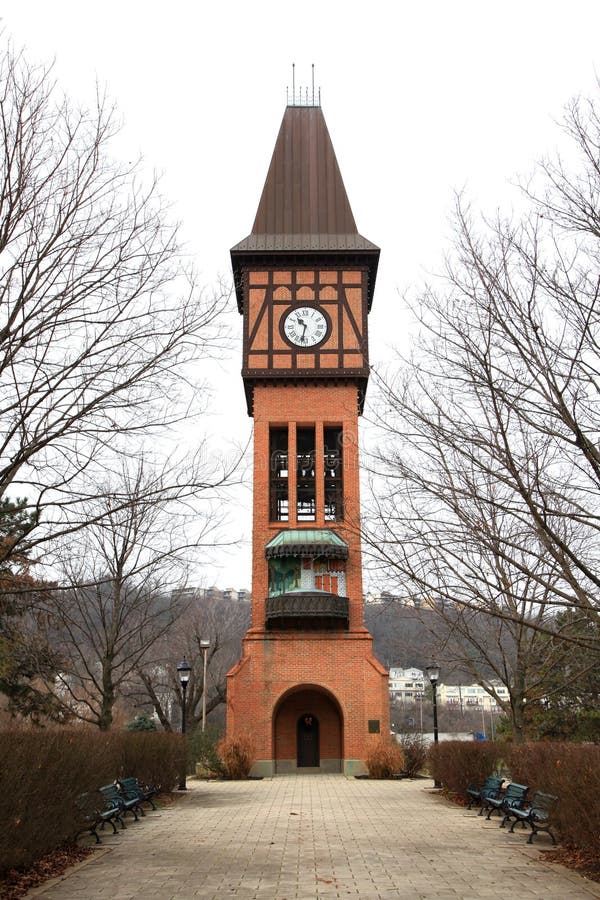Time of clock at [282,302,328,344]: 10:32
